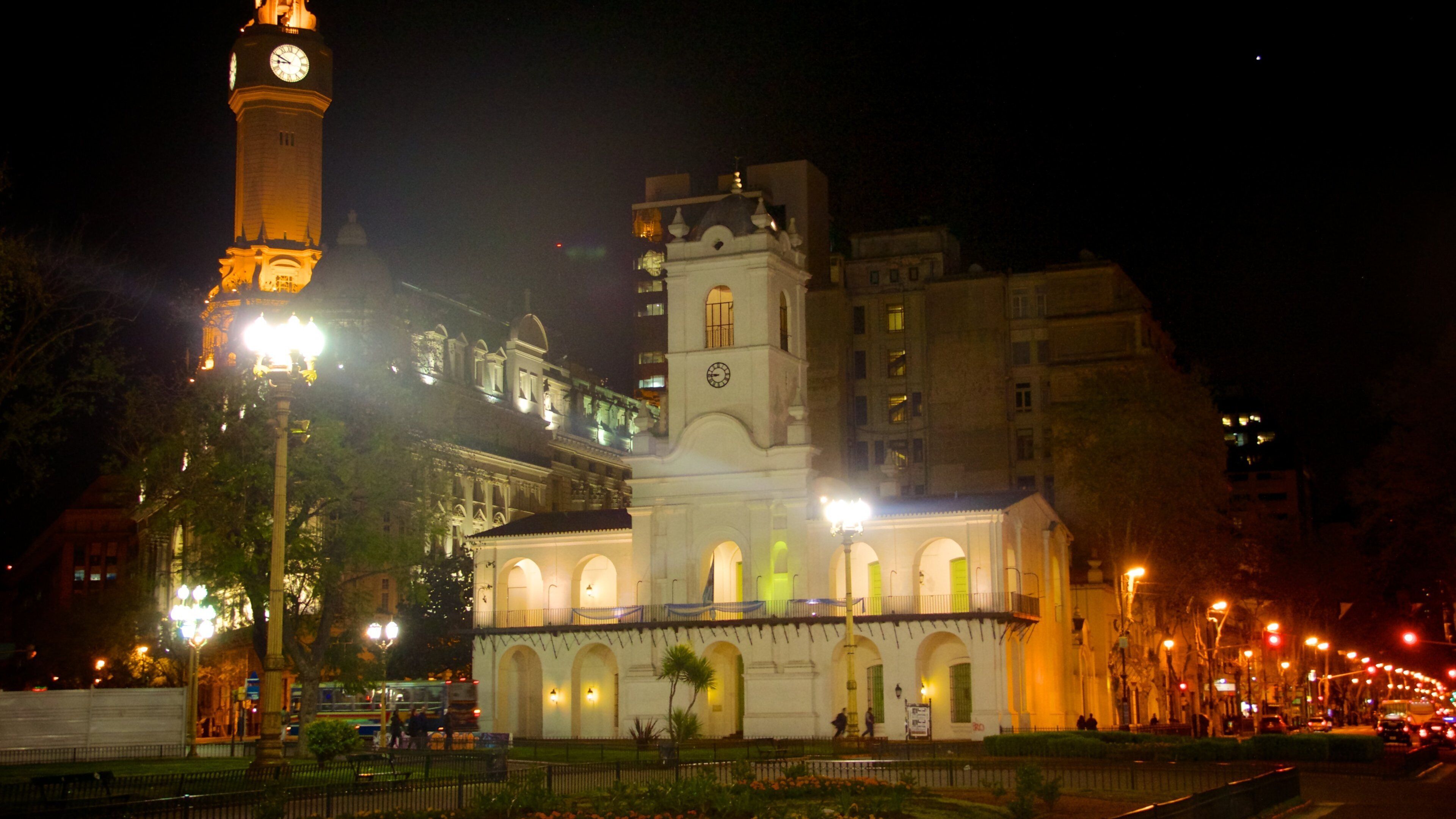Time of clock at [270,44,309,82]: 8:49
